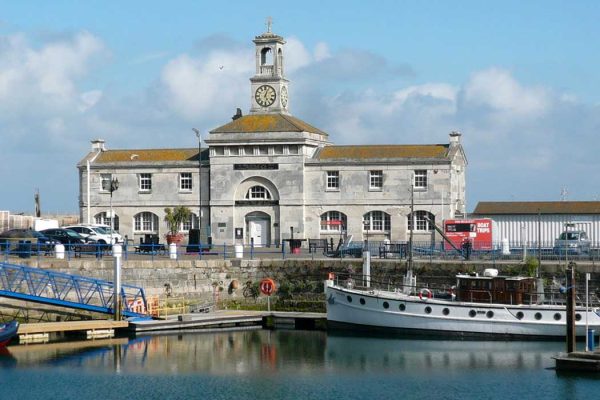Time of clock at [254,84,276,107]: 5:03
